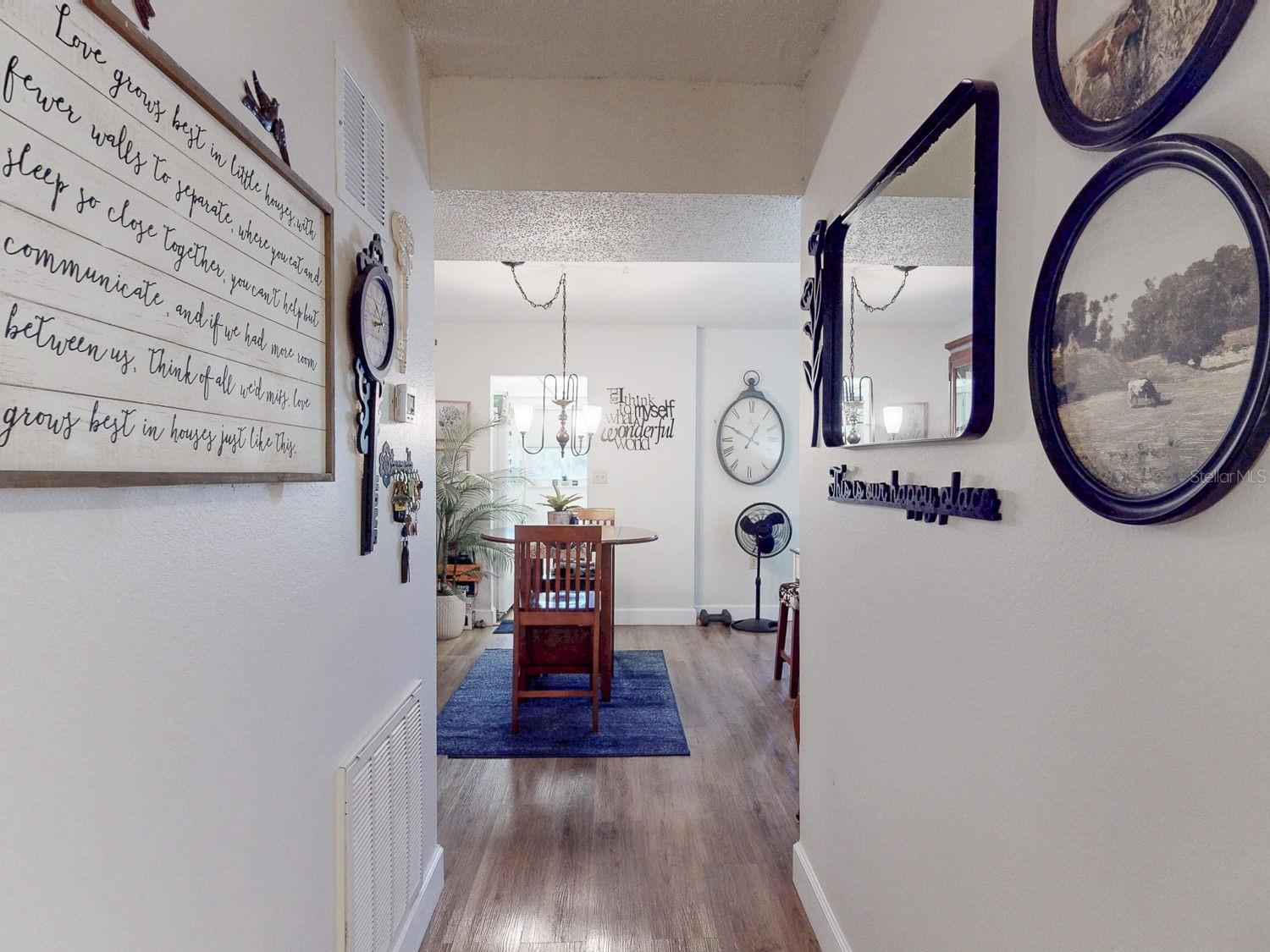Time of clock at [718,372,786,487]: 12:49
